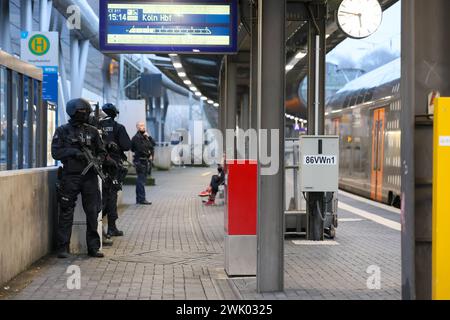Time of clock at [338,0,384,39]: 5:46
